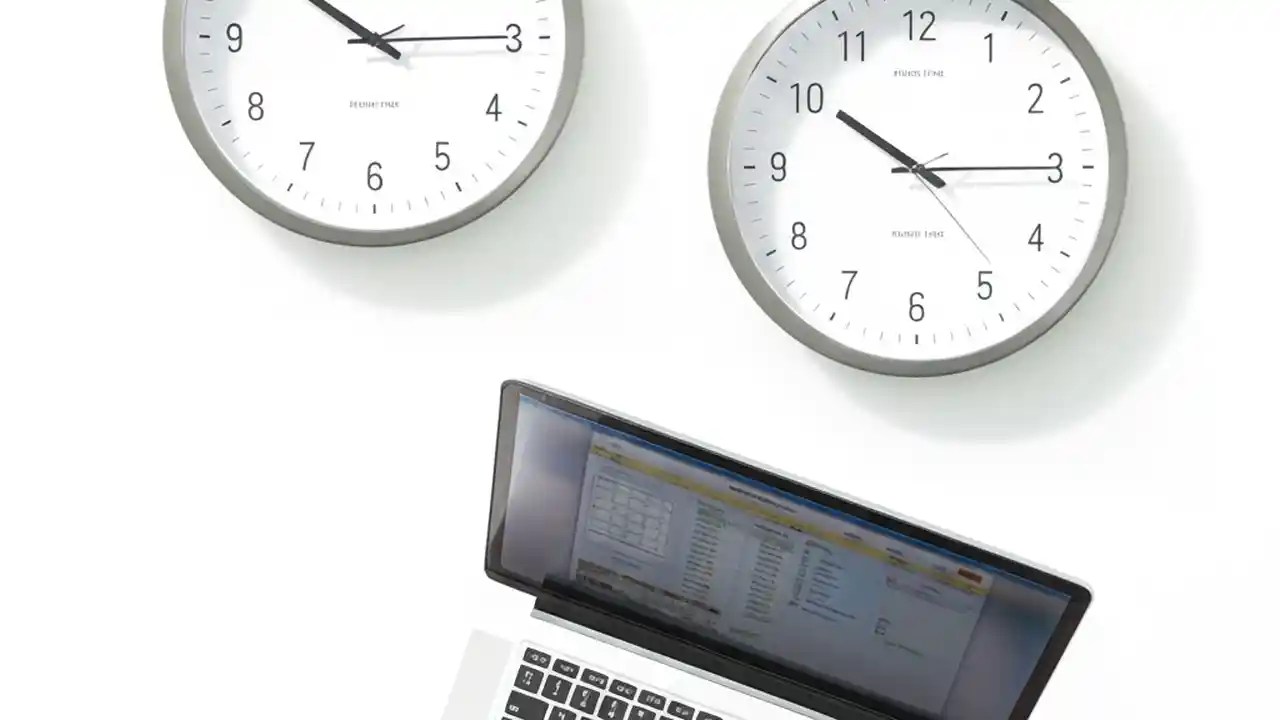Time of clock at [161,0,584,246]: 10:14
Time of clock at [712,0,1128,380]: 10:14
